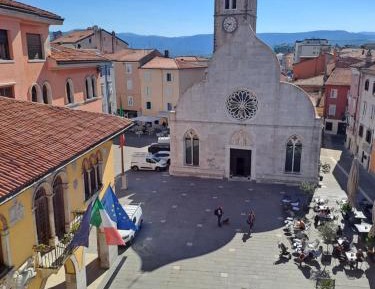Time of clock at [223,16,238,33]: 9:37
